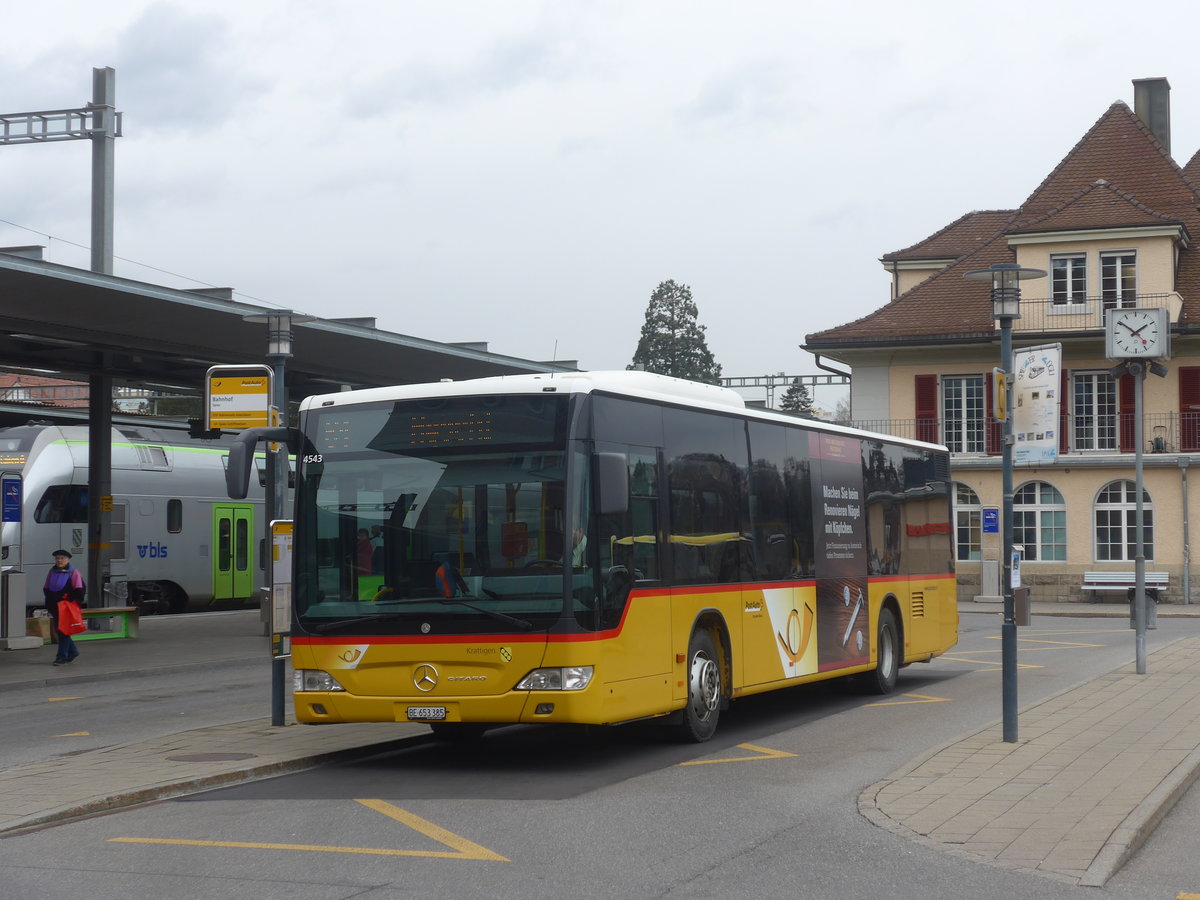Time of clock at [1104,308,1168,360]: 1:51
